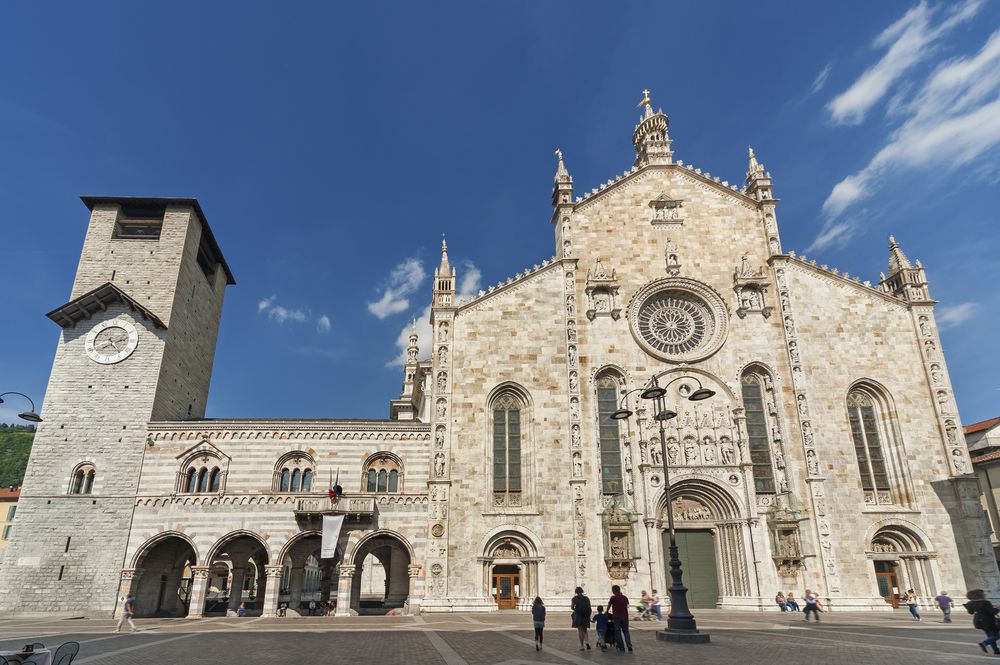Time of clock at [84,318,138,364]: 7:24
